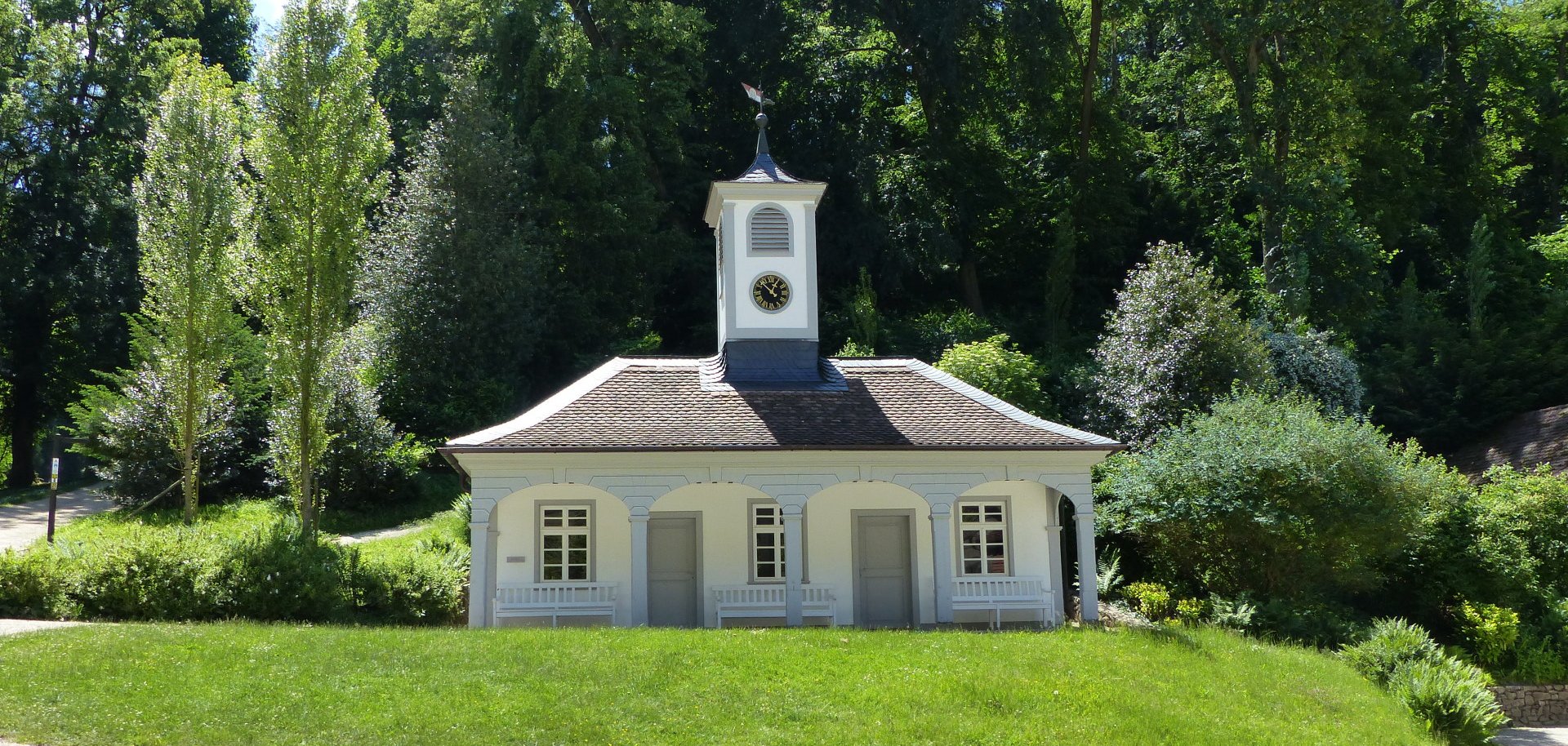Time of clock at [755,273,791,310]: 12:52
